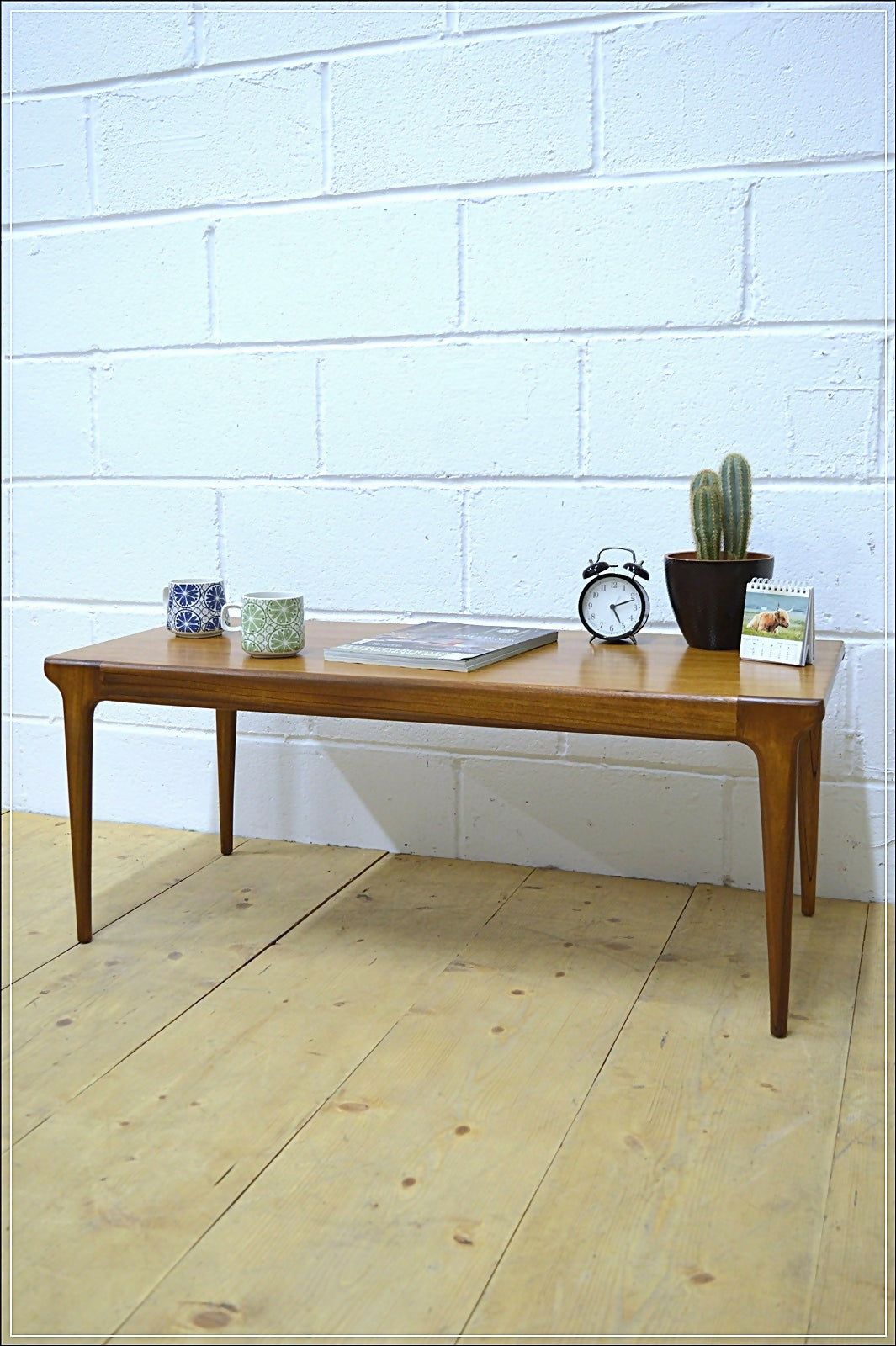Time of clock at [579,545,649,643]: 5:11
